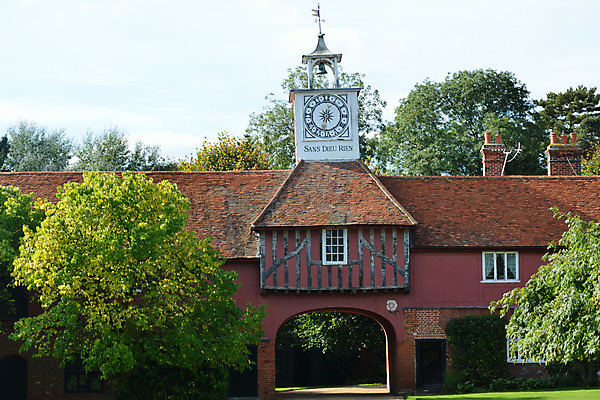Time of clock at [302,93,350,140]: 12:32
